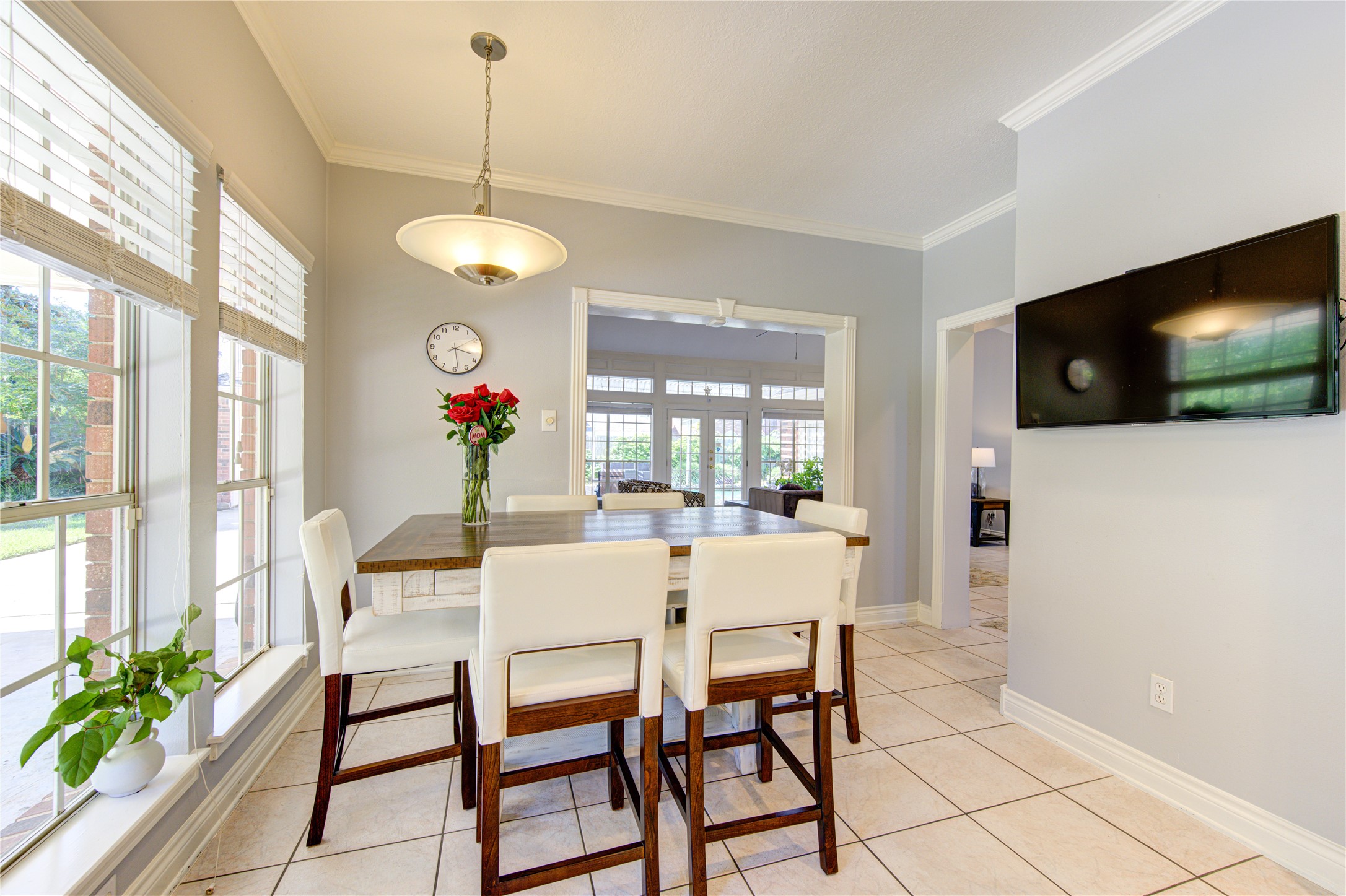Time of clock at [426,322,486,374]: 3:28
